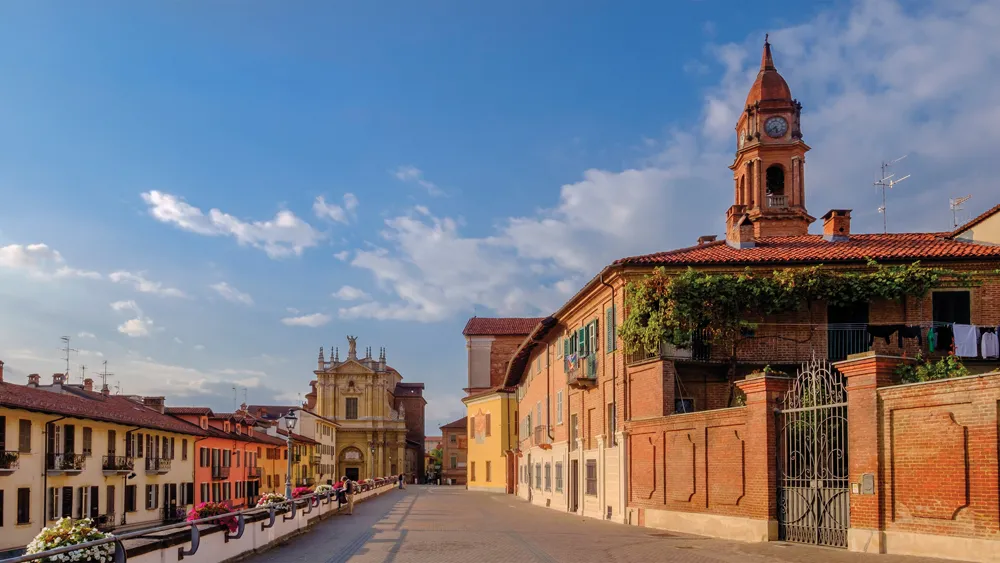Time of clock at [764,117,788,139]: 5:38
